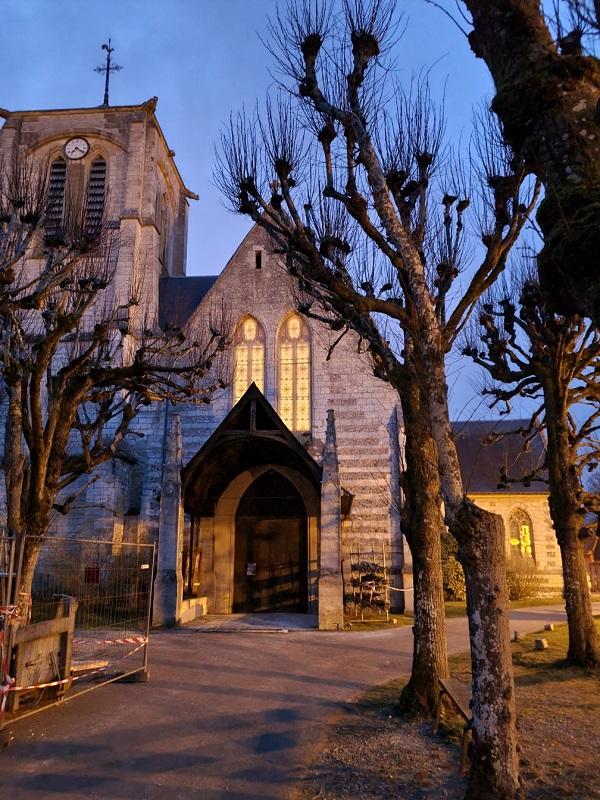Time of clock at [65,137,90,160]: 7:20
